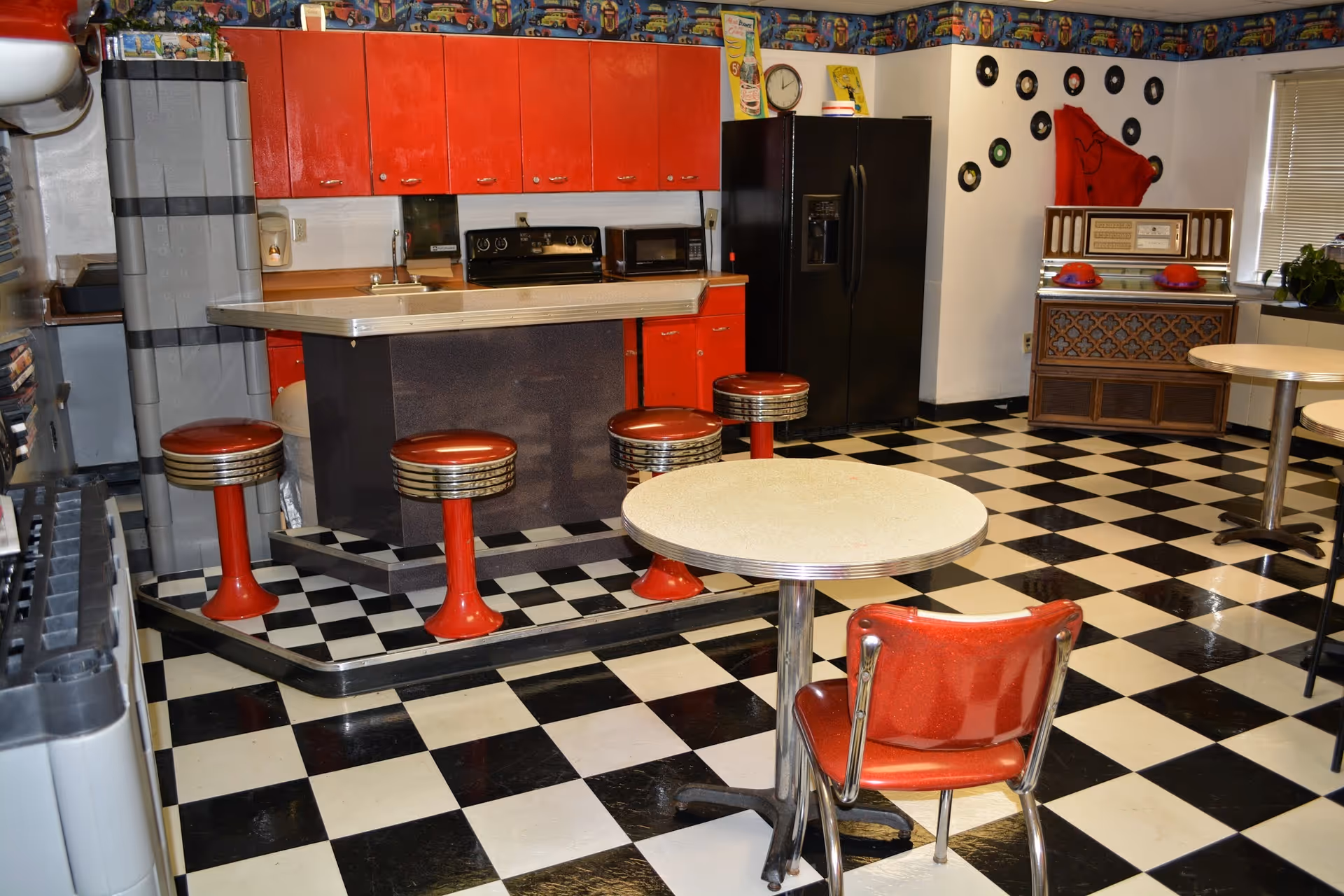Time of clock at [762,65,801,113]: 12:10
